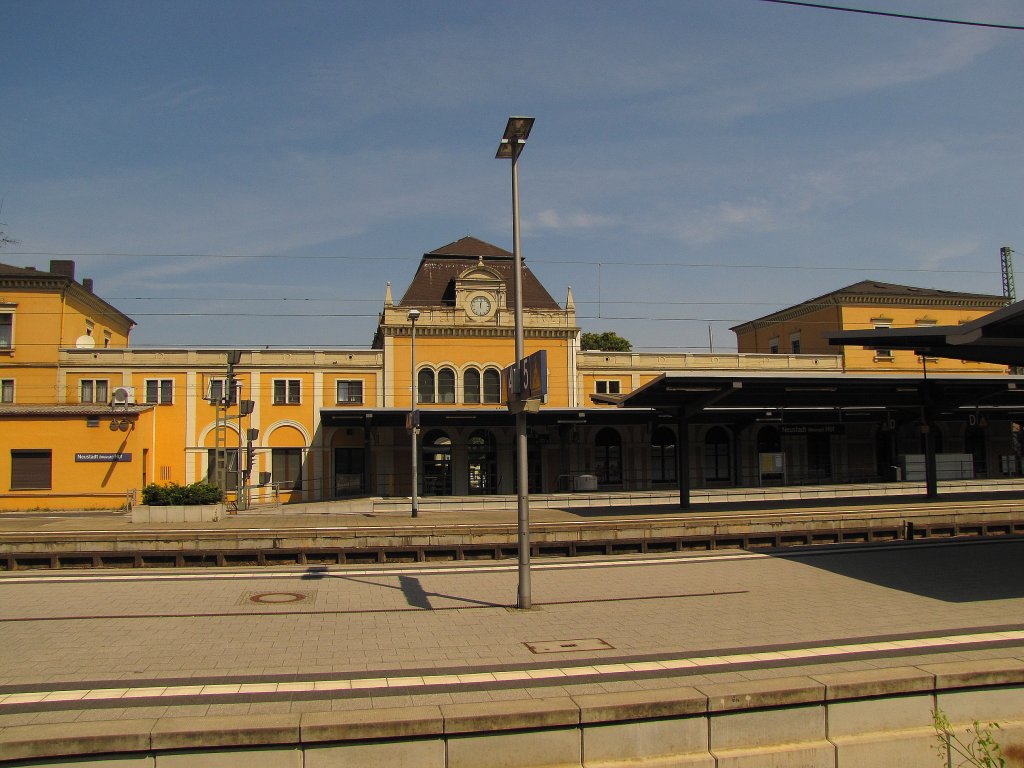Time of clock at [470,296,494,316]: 12:01
